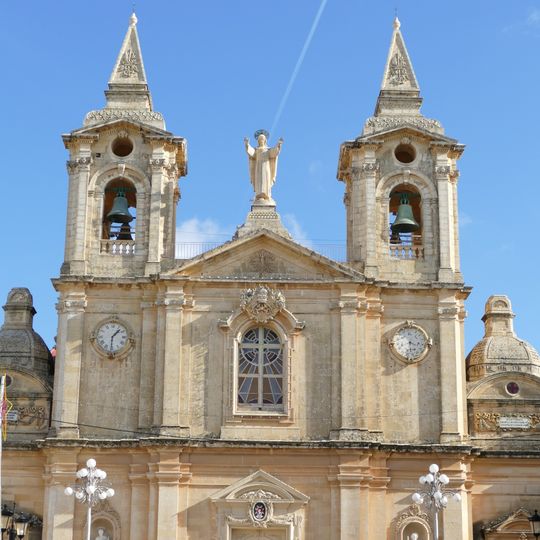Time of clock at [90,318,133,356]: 1:30
